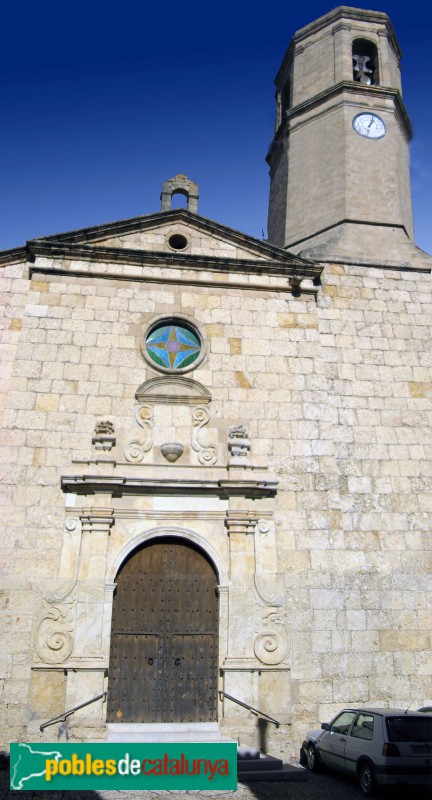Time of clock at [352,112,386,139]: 1:02
